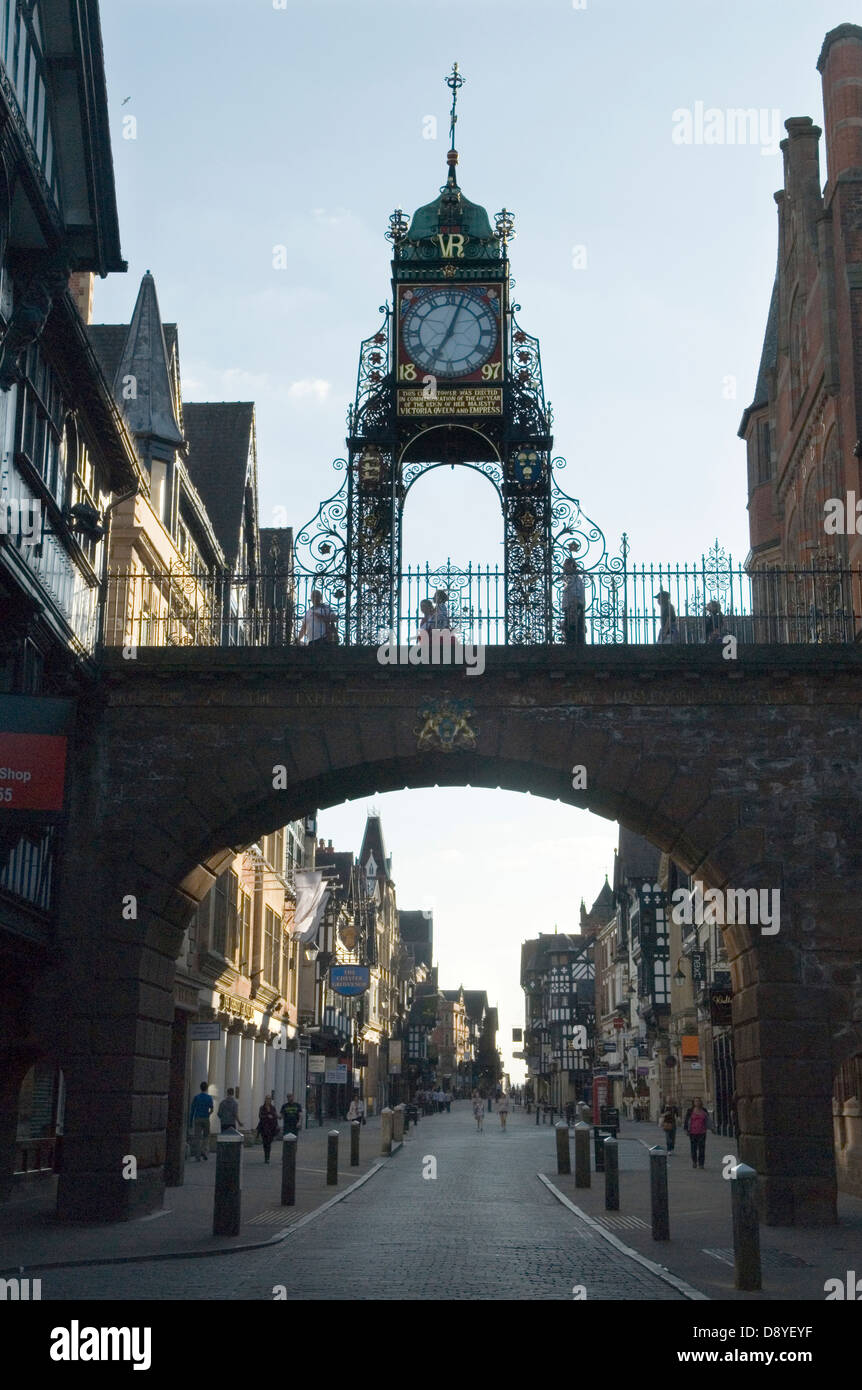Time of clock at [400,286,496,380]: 7:03
